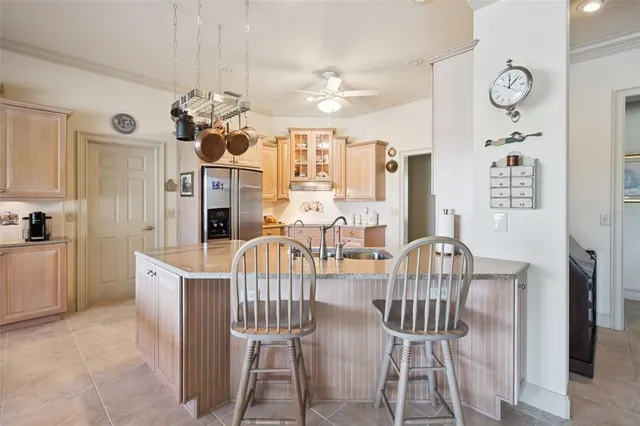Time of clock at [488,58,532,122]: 12:07
